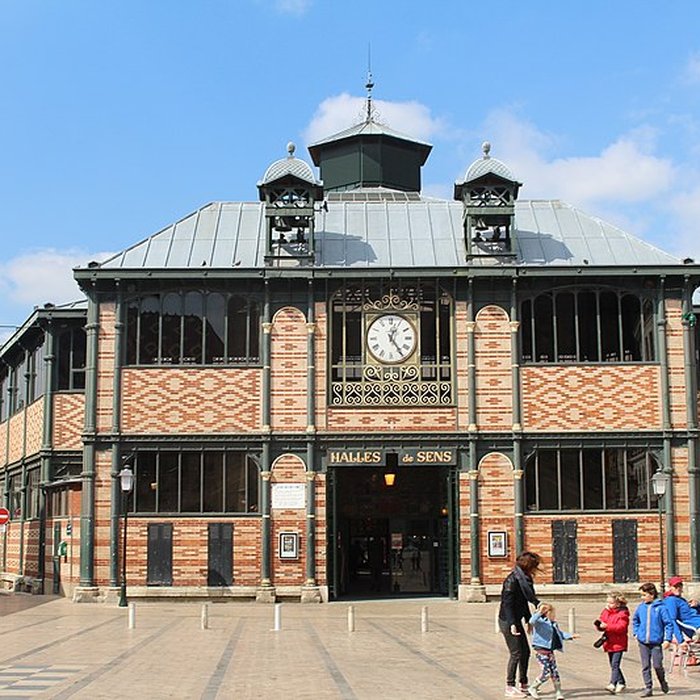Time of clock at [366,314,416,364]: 12:24
